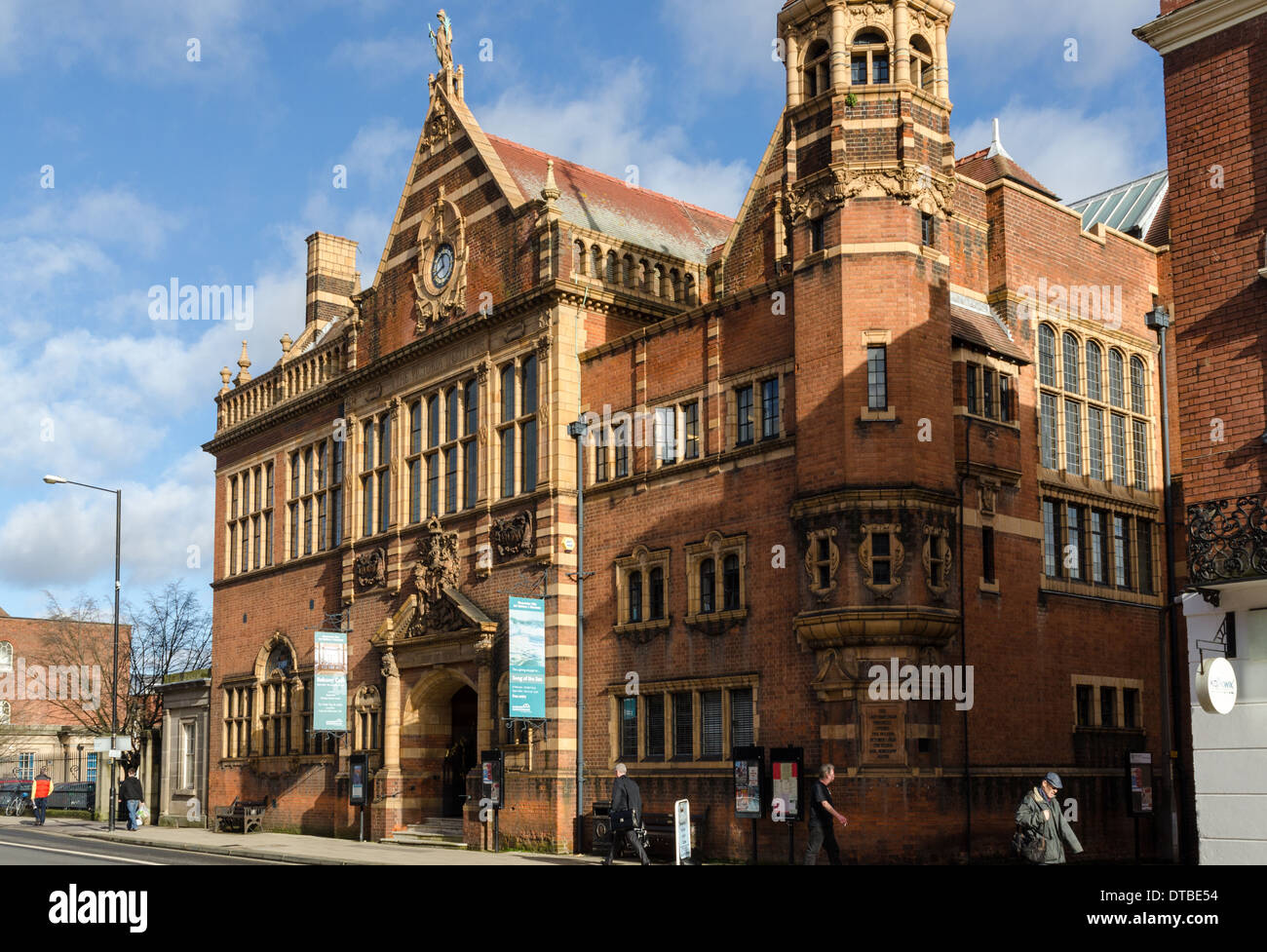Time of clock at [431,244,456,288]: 11:40
